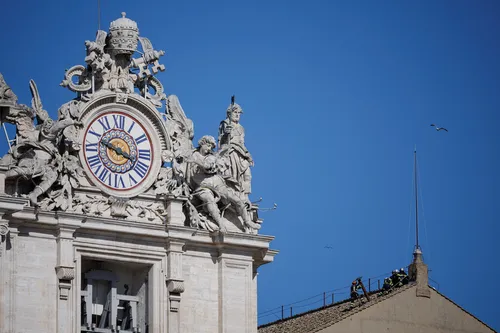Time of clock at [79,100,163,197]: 3:48
